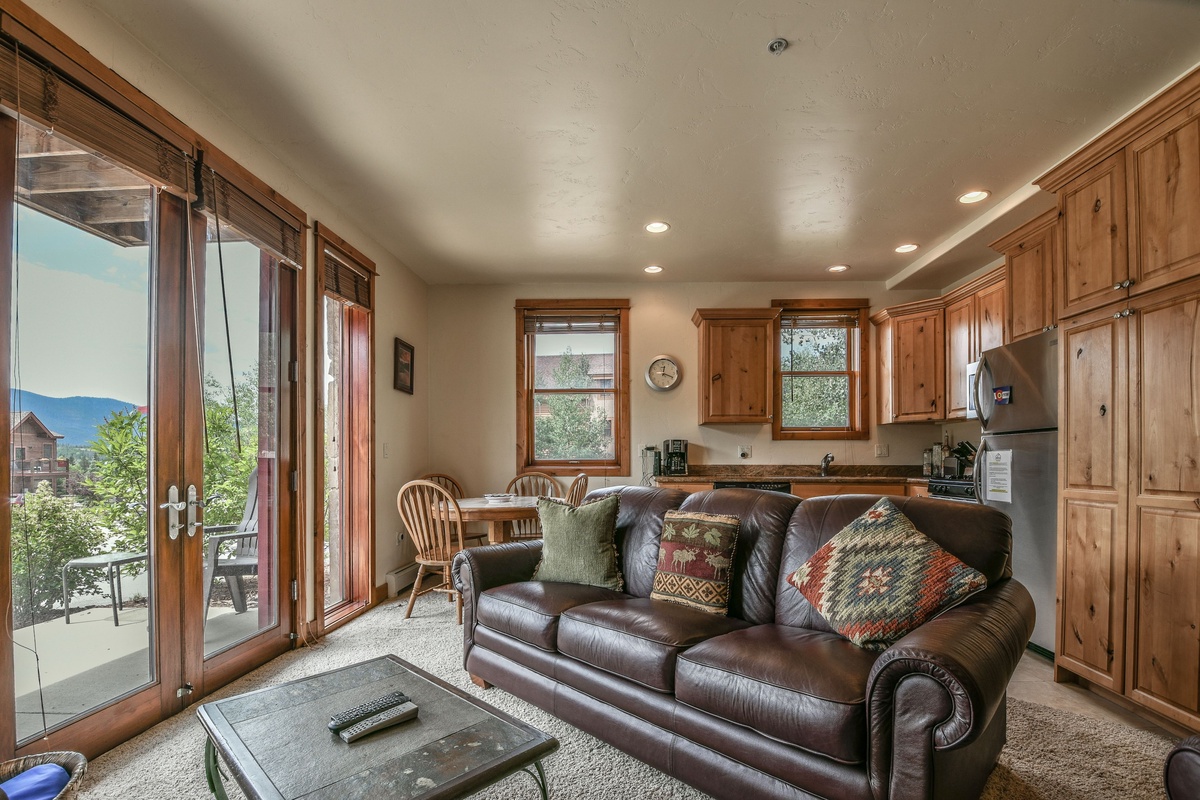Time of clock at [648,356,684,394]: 12:18
